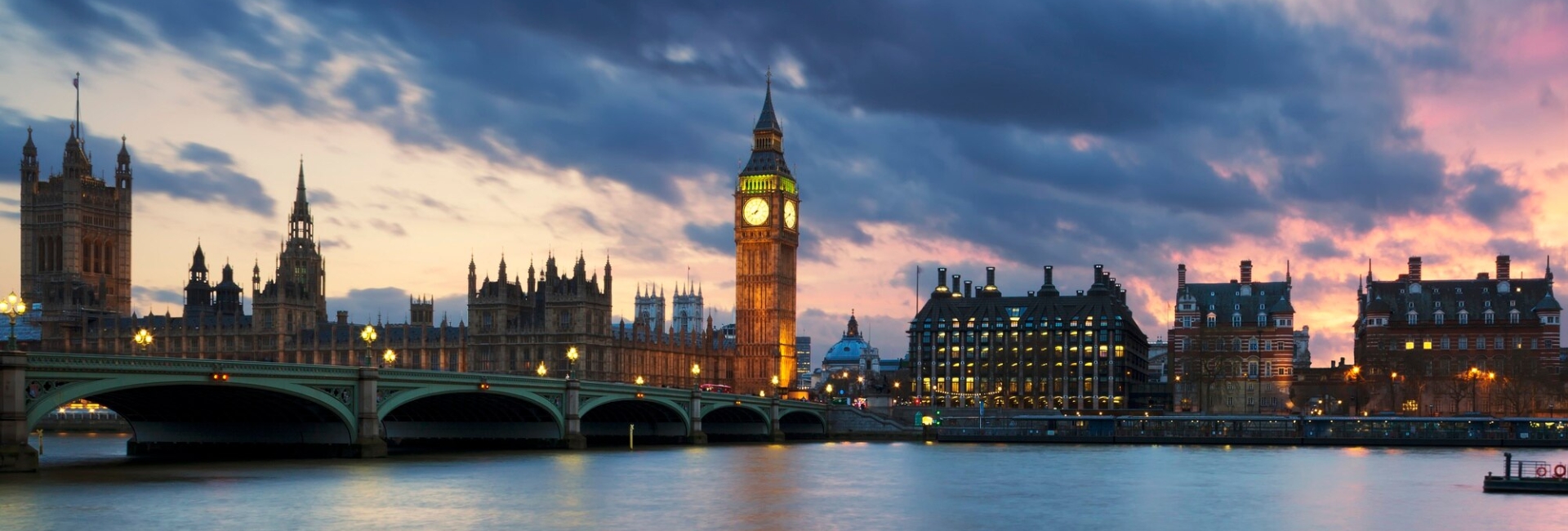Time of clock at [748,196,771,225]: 8:04
